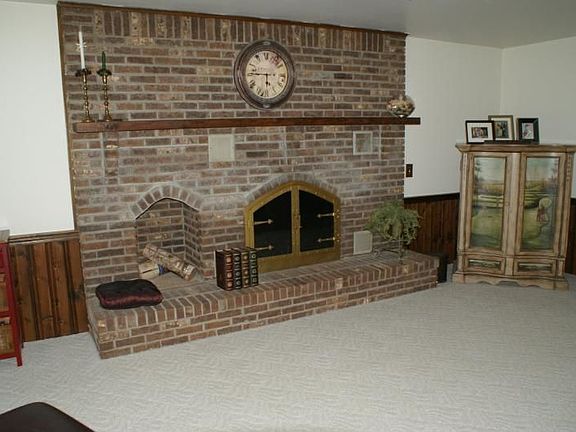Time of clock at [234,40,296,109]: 5:45
